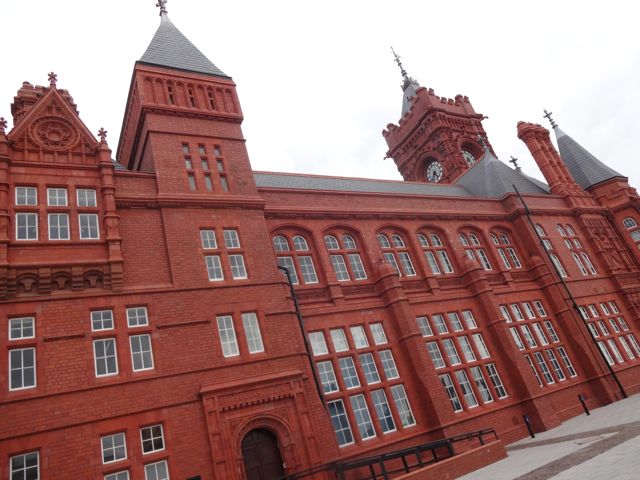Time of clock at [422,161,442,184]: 4:32
